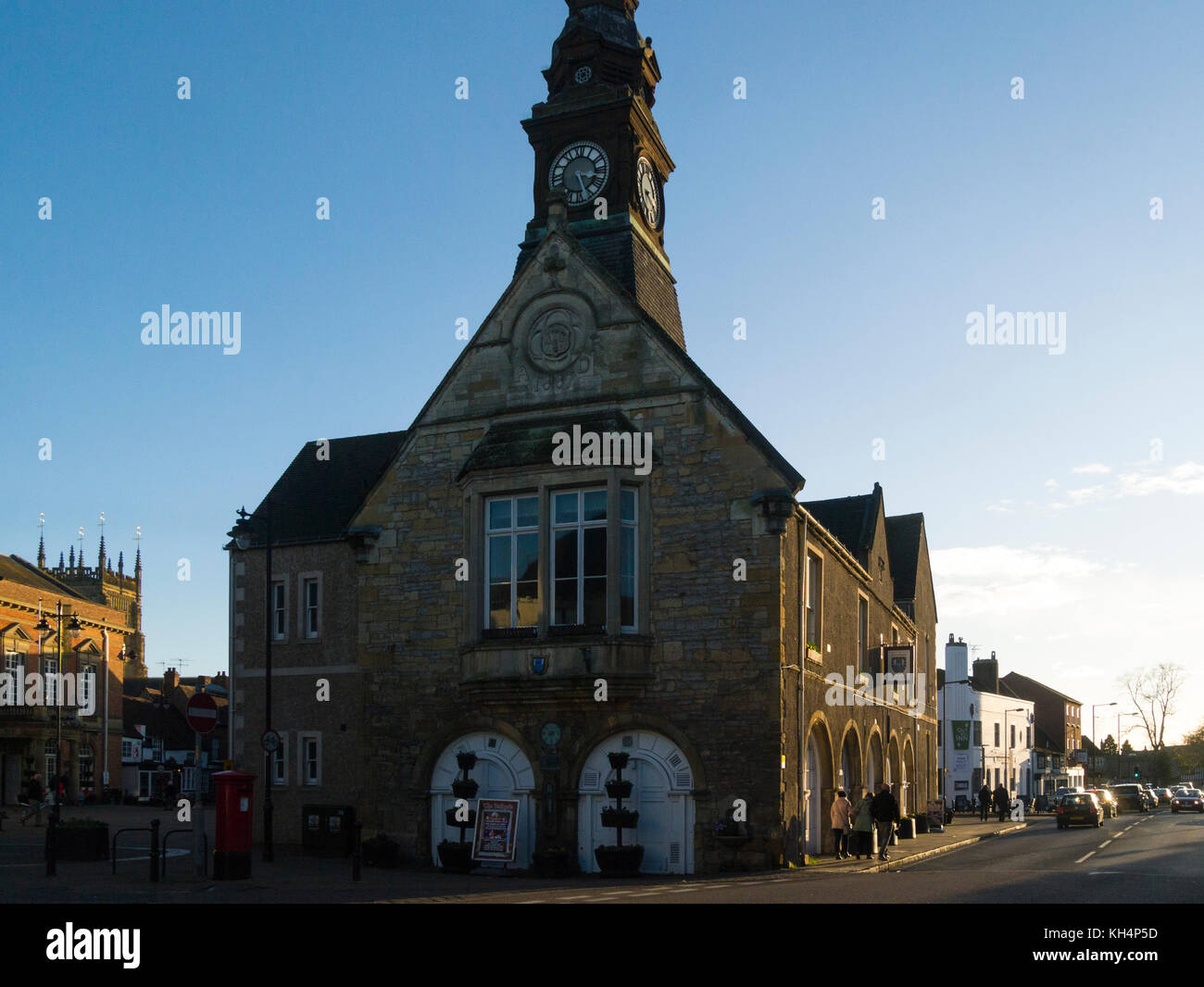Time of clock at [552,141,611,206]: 3:27
